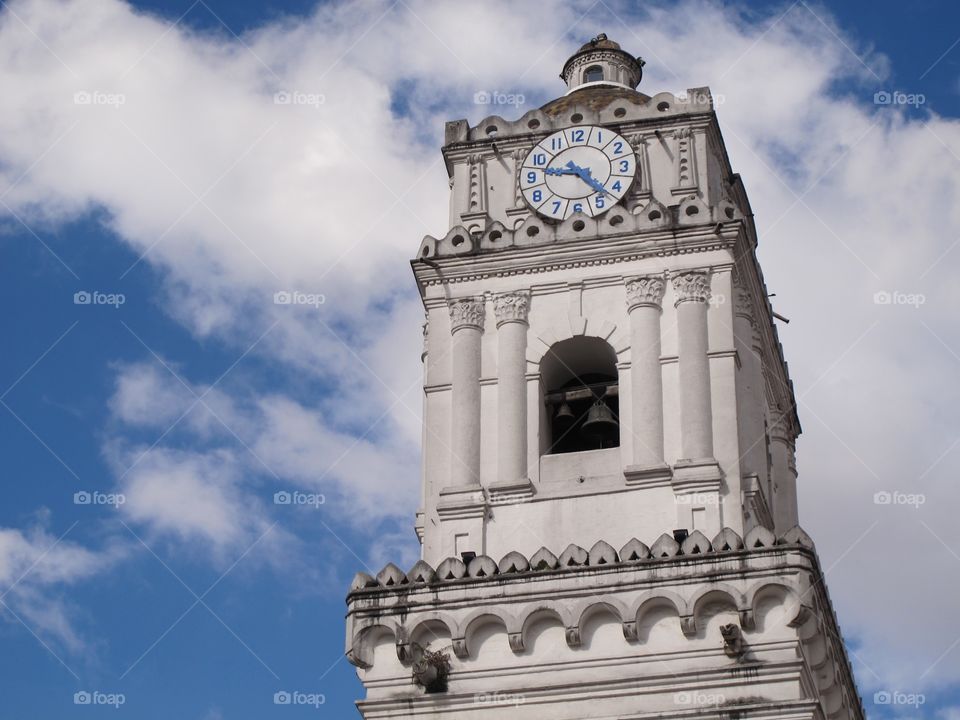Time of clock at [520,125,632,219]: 9:23
